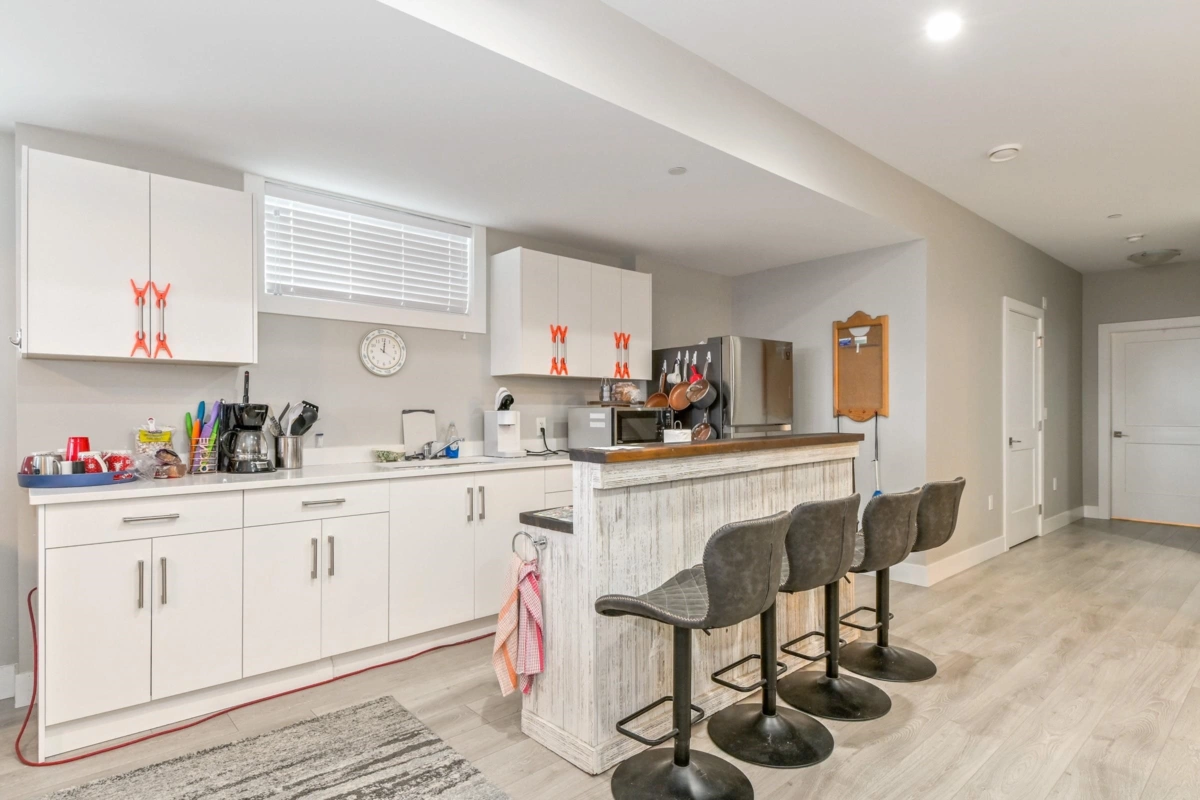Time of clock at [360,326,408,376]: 12:20
